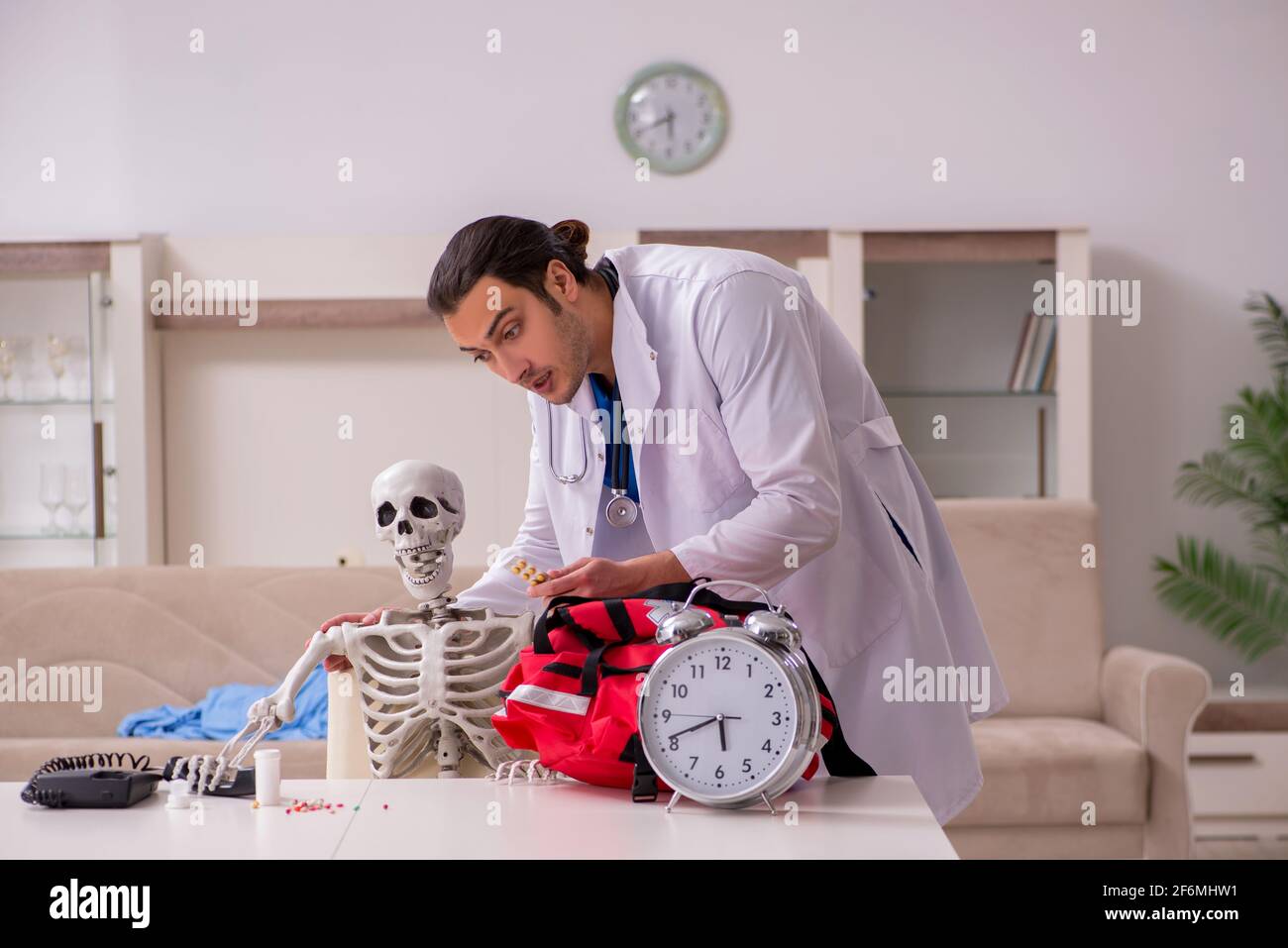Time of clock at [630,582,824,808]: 5:41
